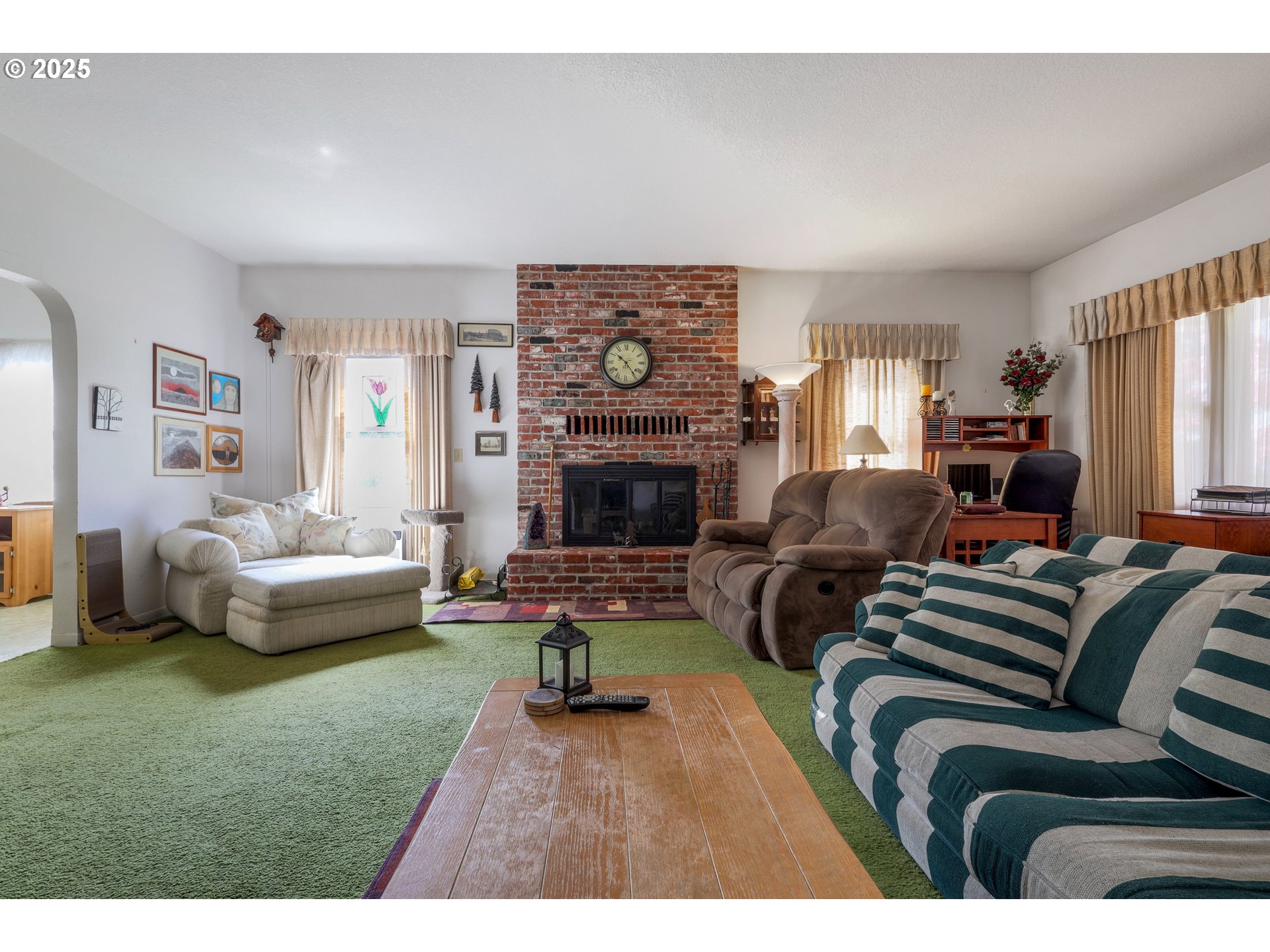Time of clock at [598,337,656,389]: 10:23
